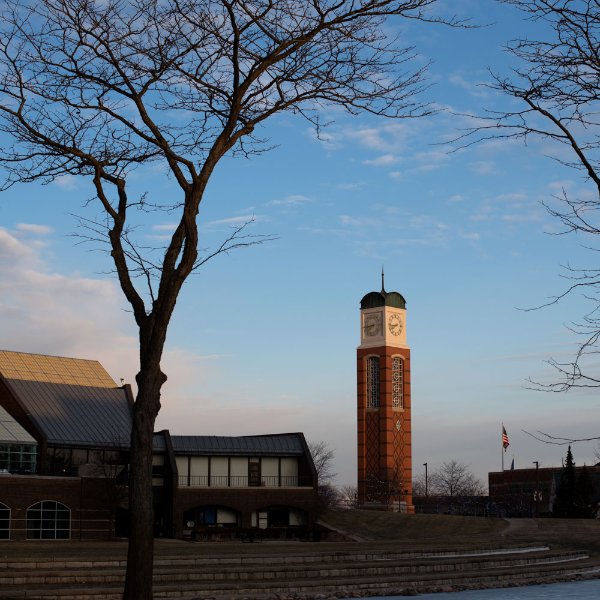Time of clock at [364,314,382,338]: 7:43
